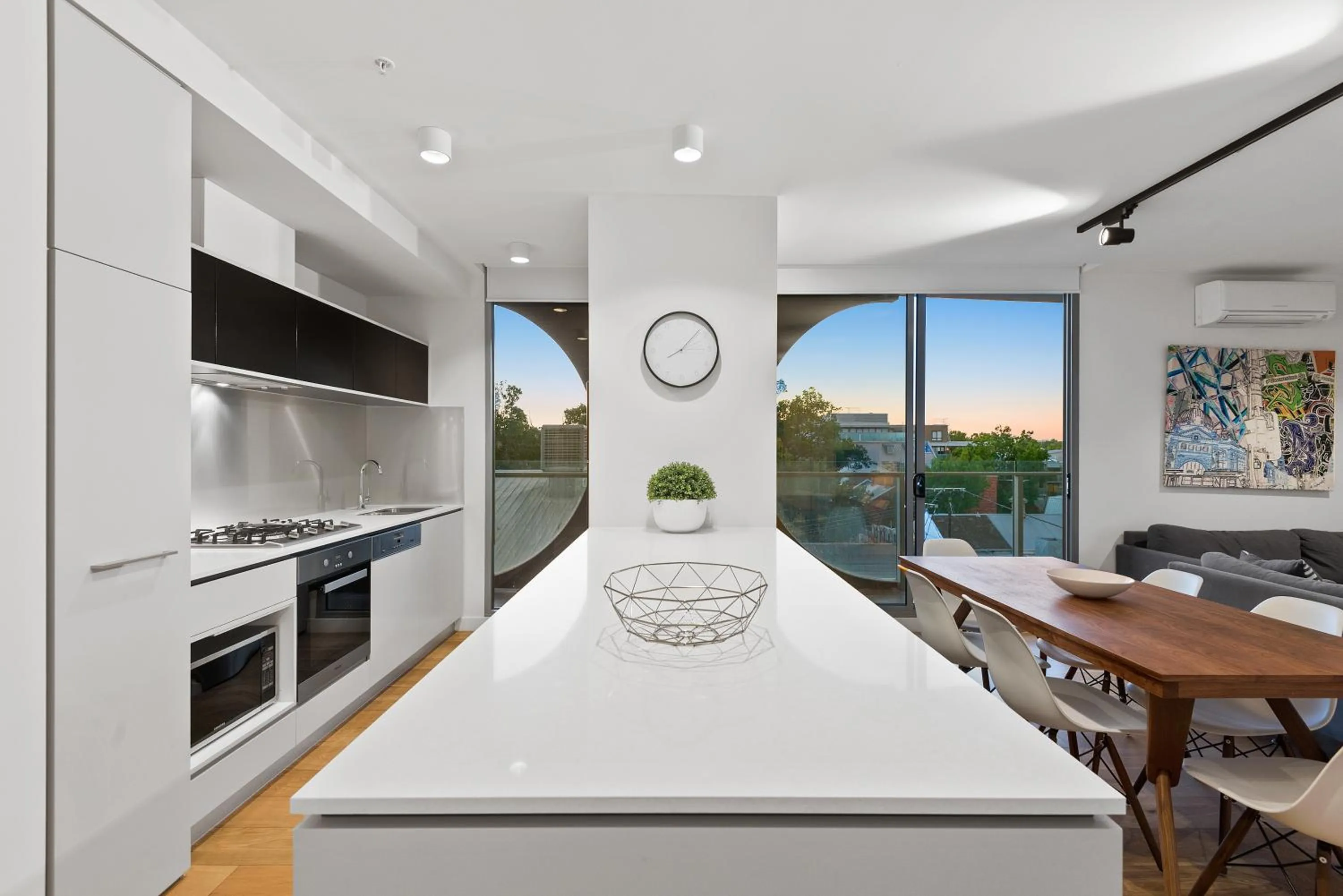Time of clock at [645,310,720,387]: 8:07
